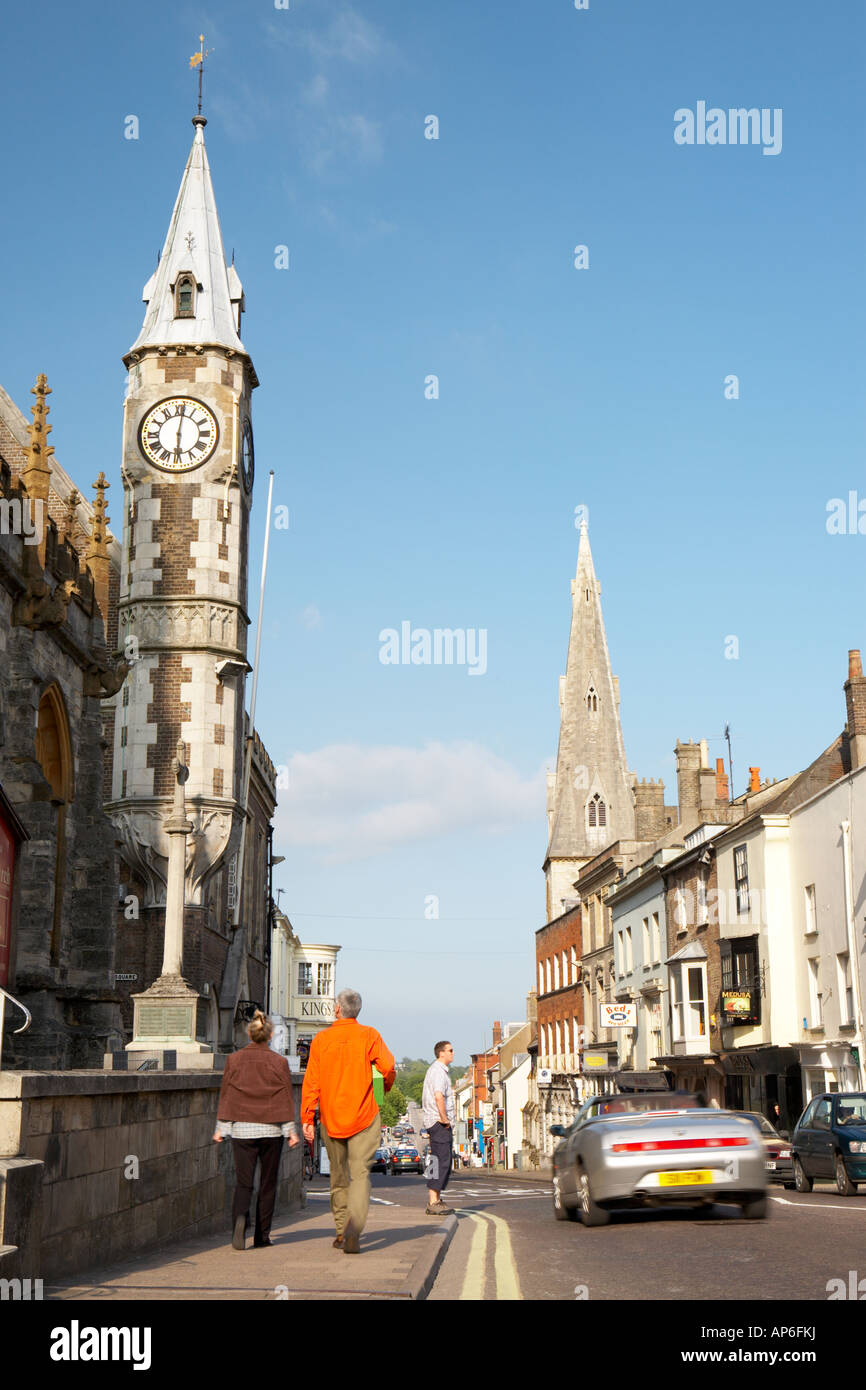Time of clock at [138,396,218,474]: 6:01
